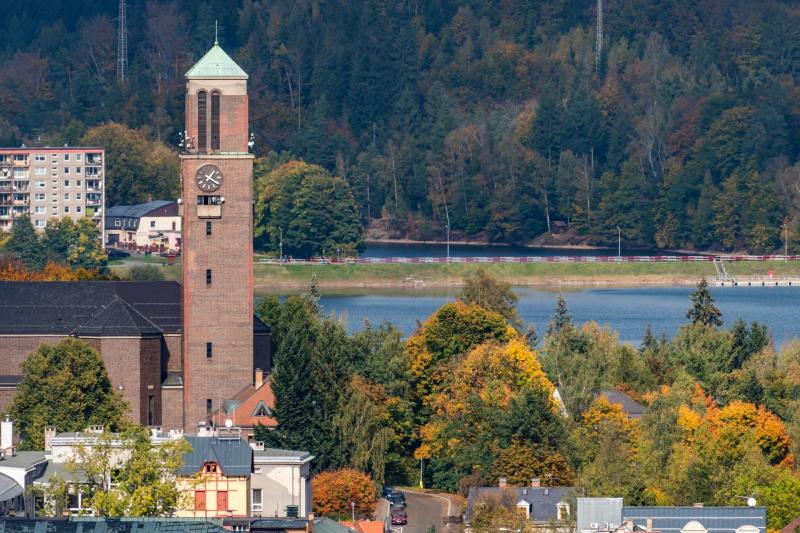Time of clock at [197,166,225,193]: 1:20
